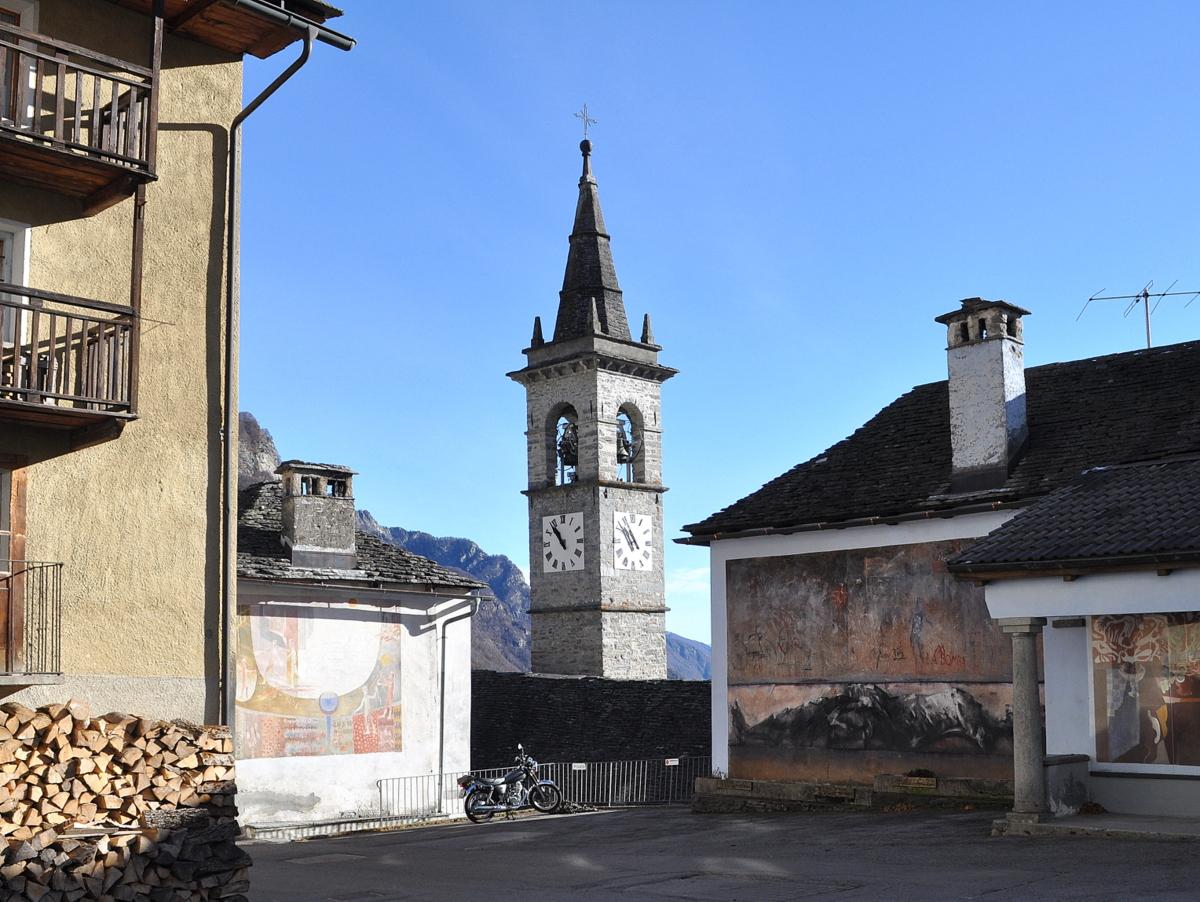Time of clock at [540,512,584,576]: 10:53
